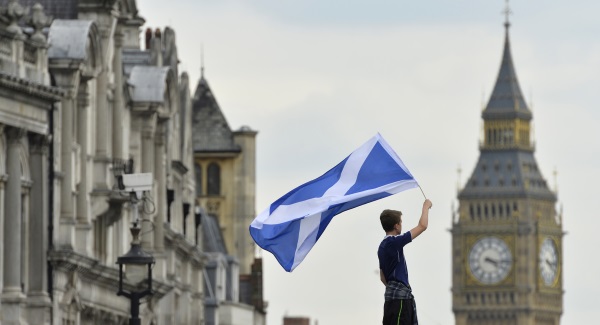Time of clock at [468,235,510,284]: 4:16
